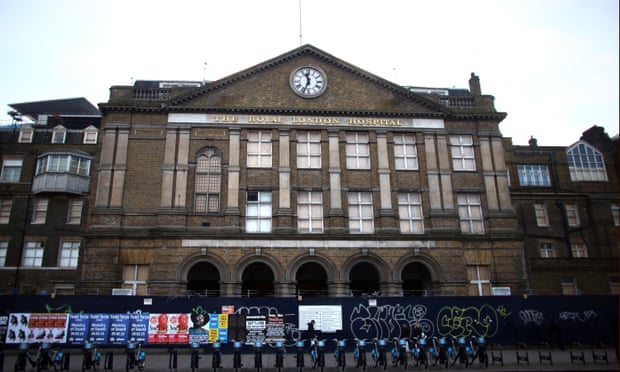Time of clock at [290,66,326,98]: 11:33
